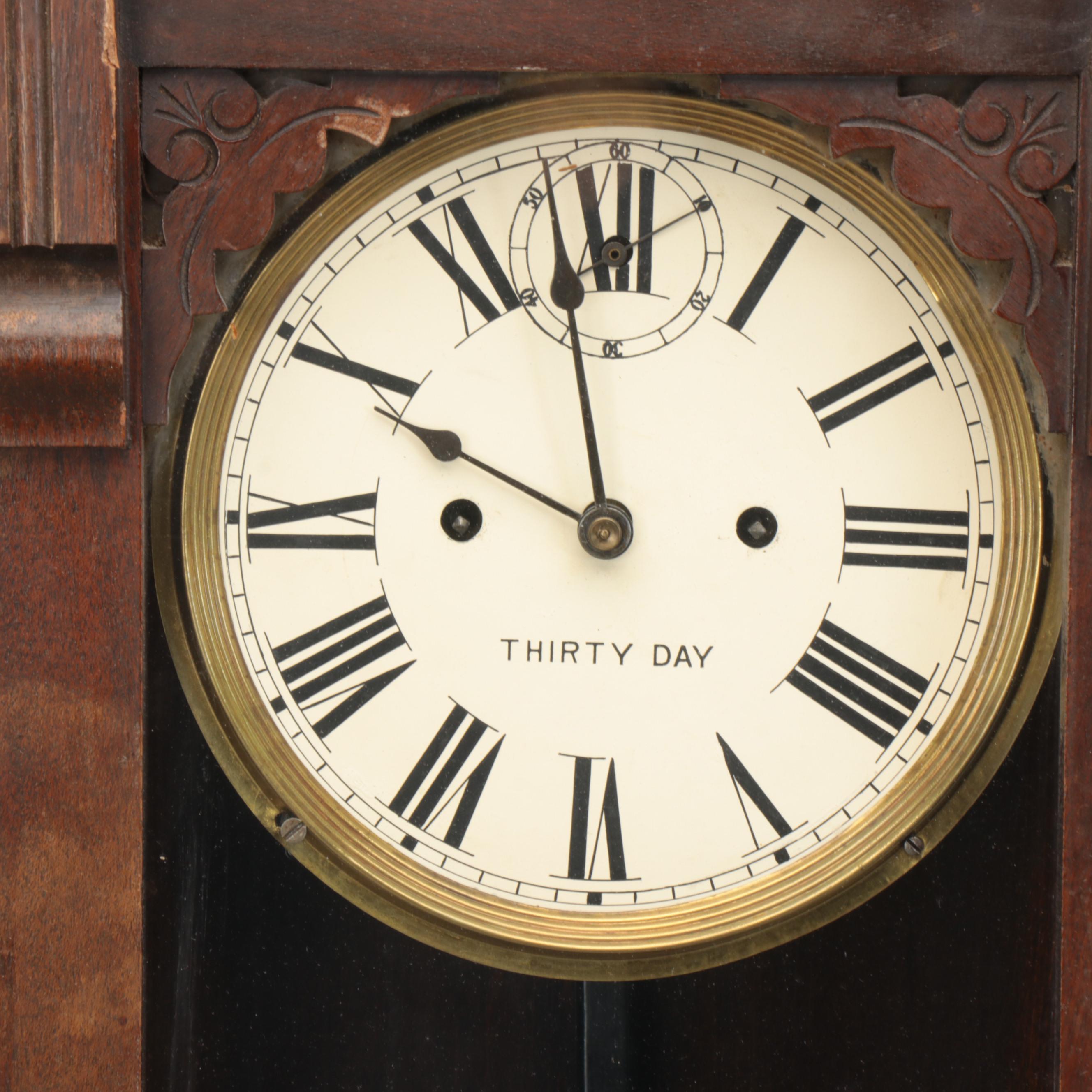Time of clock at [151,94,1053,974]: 9:57
